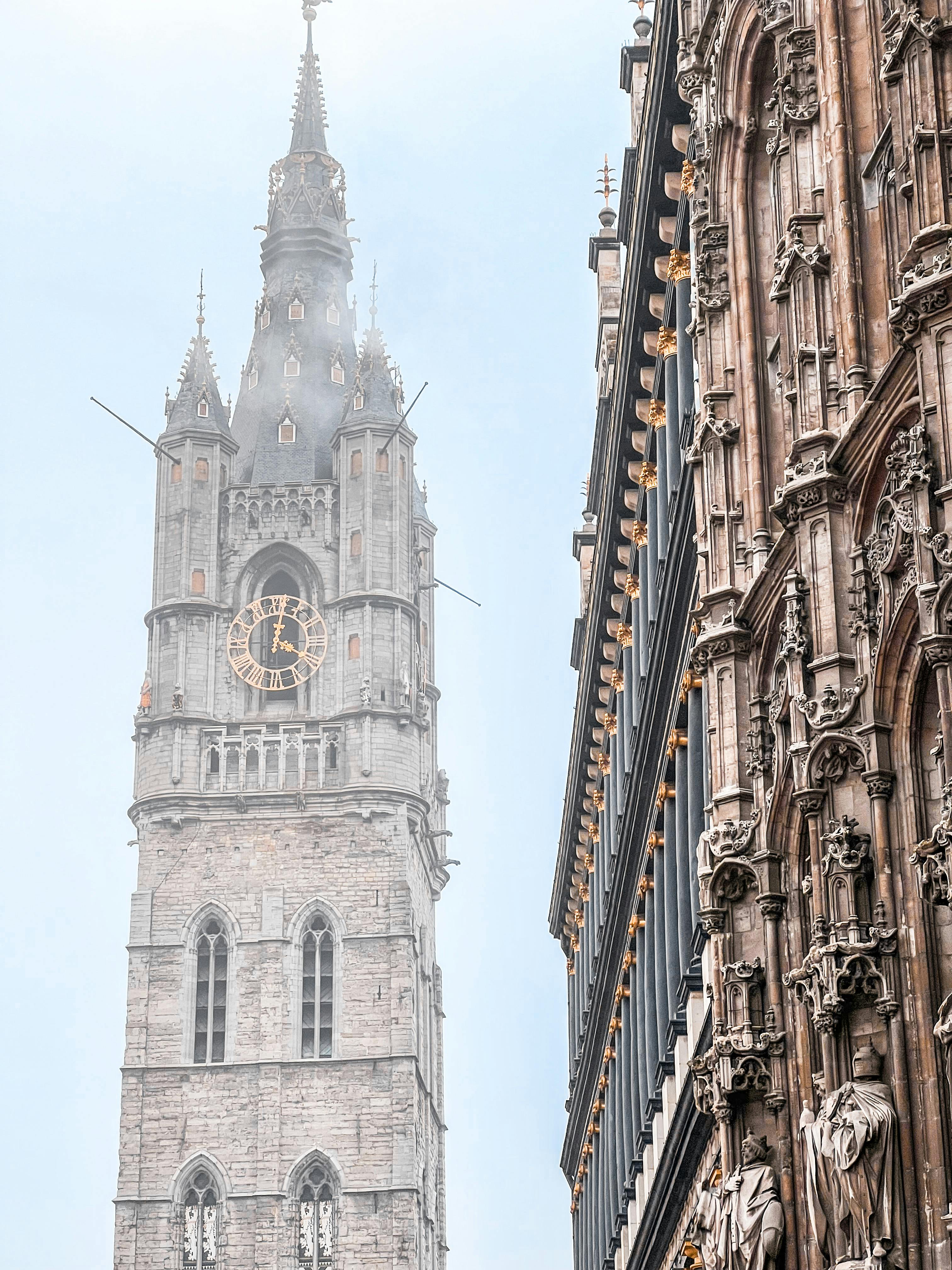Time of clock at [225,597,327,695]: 4:01
